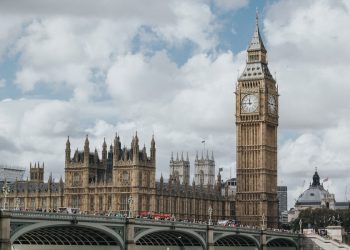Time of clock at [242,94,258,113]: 11:45
